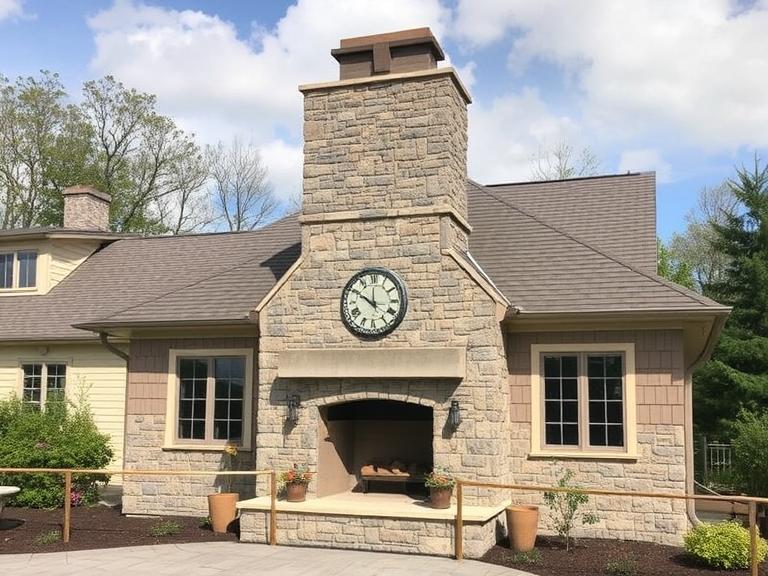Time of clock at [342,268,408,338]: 11:50
